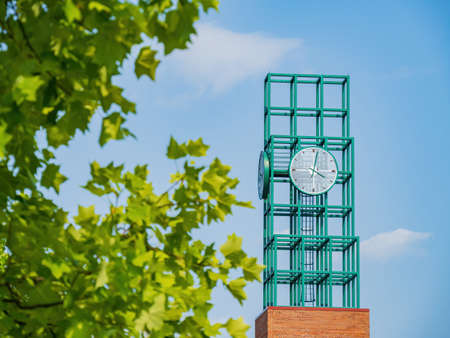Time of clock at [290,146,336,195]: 4:02
